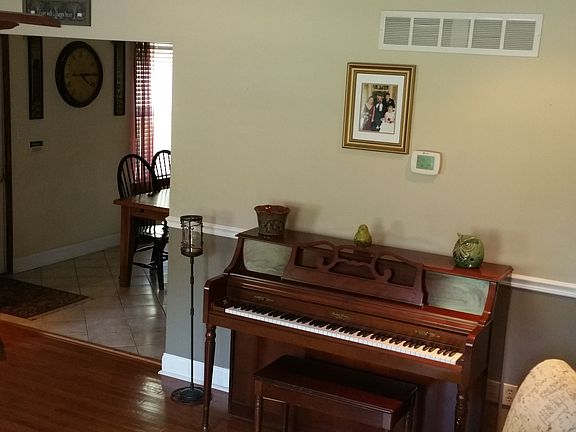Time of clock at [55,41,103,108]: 4:14
